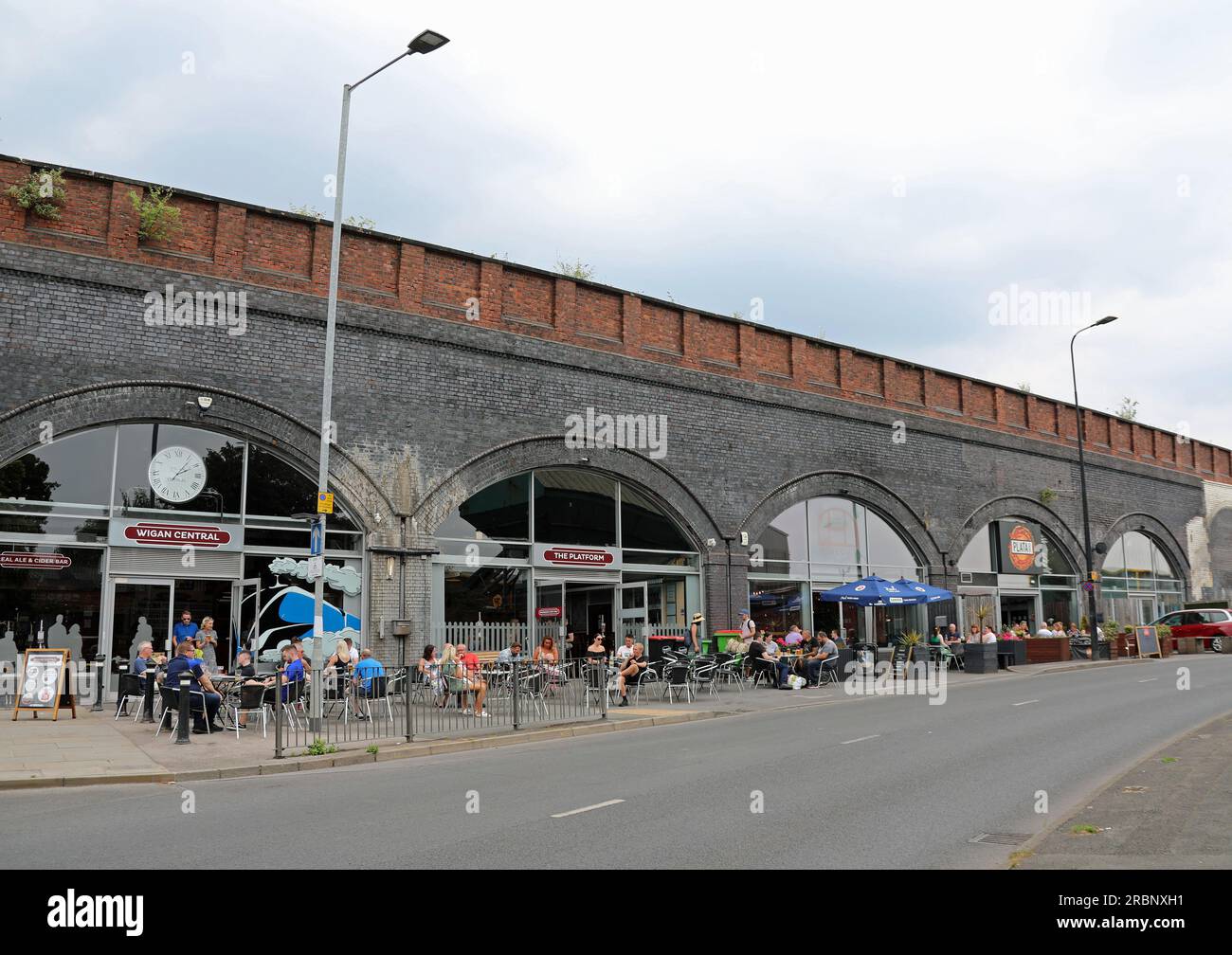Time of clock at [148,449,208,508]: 2:06
